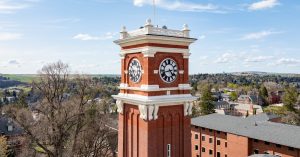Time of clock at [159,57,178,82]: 4:42
